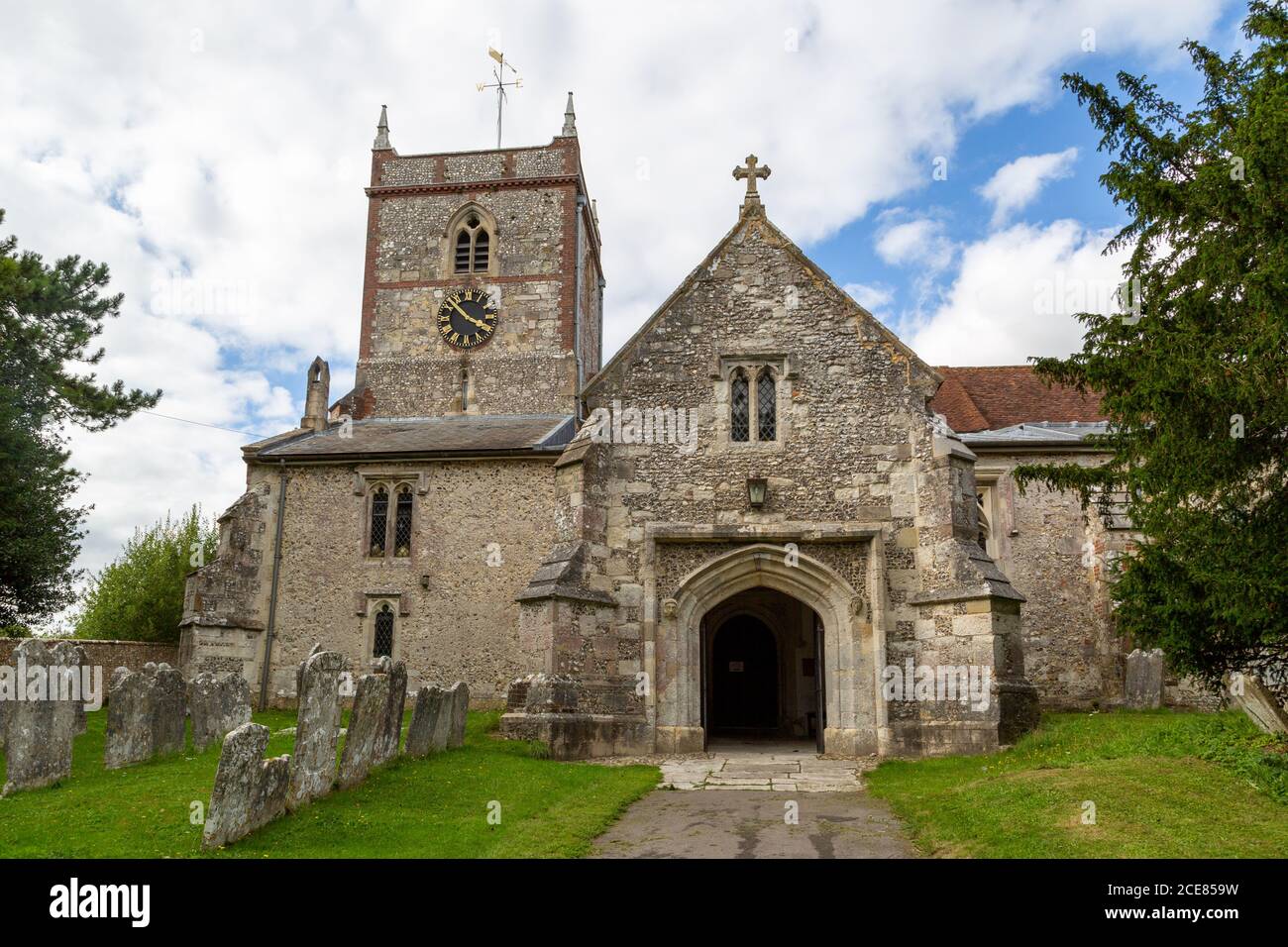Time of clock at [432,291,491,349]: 3:52
